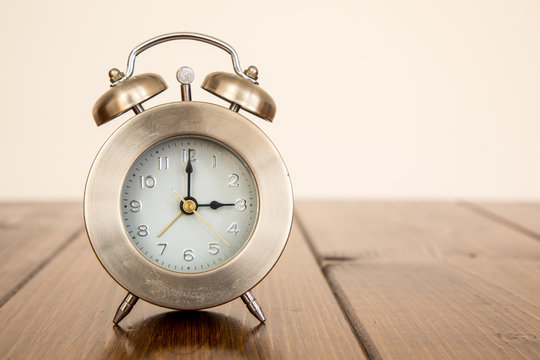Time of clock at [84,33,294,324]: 3:00
